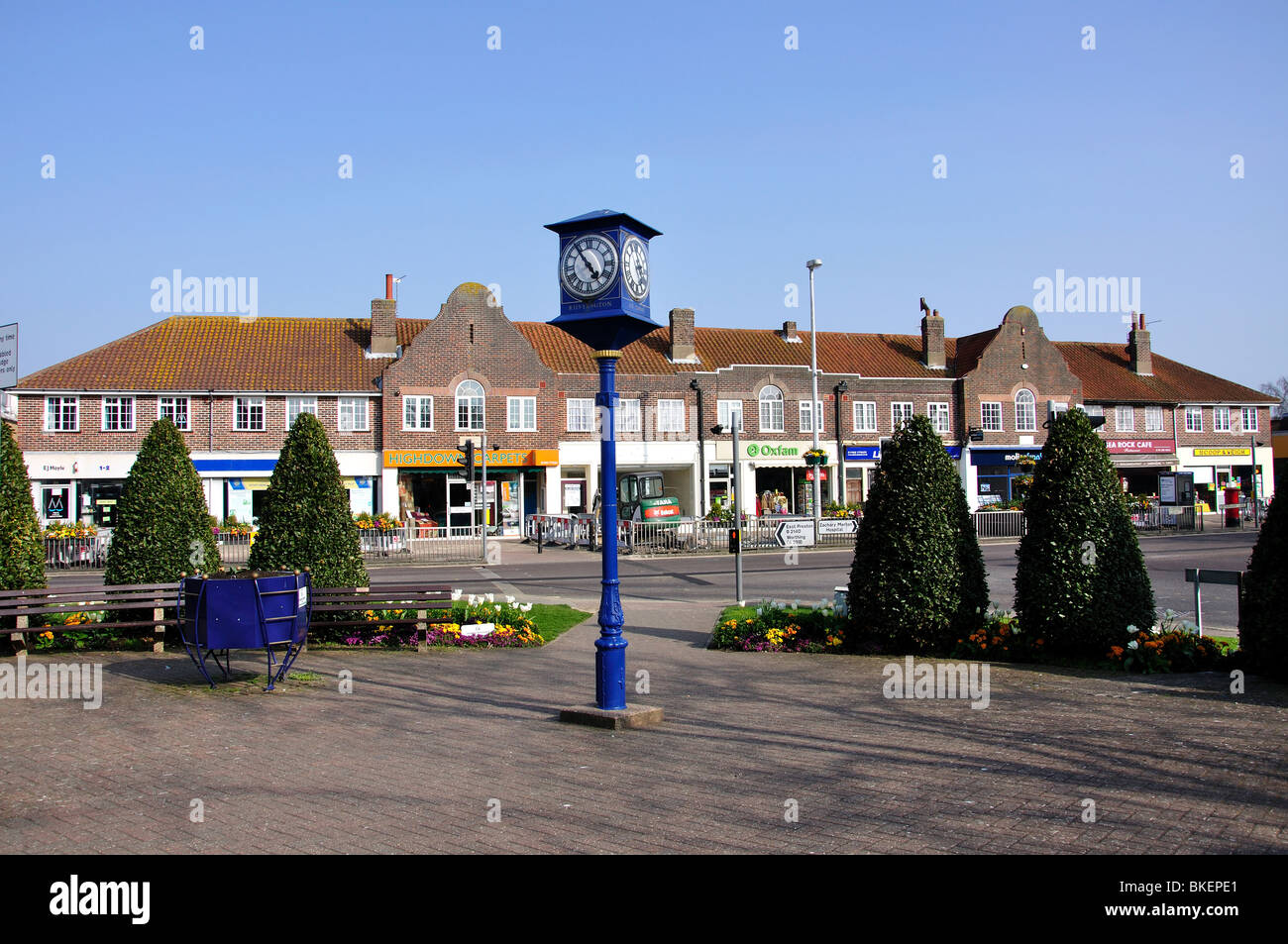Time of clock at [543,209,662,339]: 4:54
